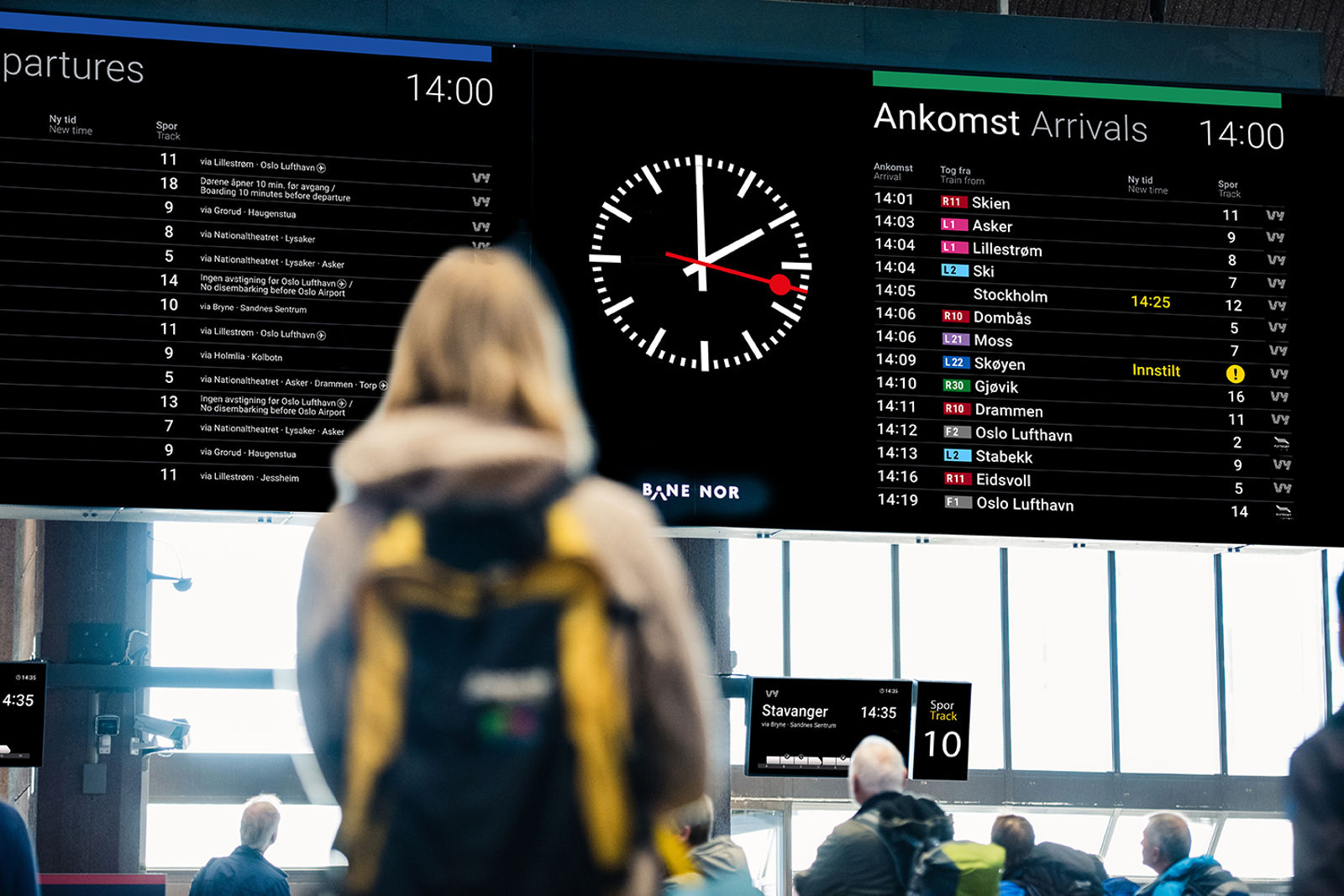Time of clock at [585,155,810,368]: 2:00
